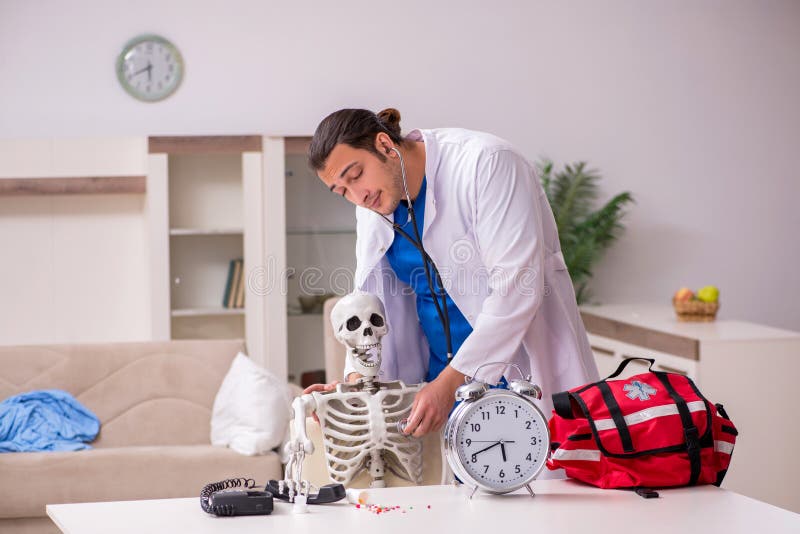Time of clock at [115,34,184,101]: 5:40
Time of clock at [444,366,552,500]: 5:41
